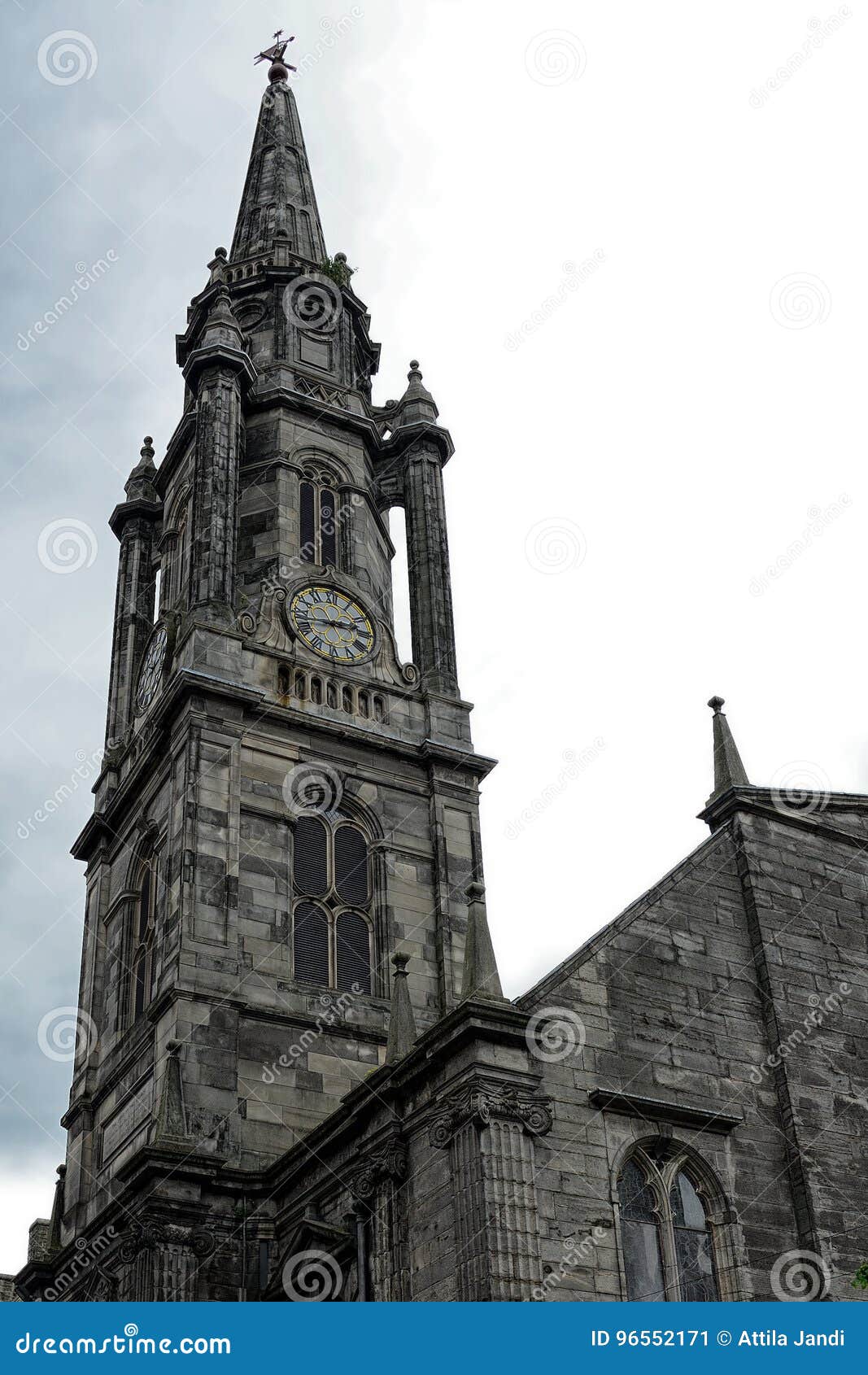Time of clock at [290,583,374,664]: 2:43
